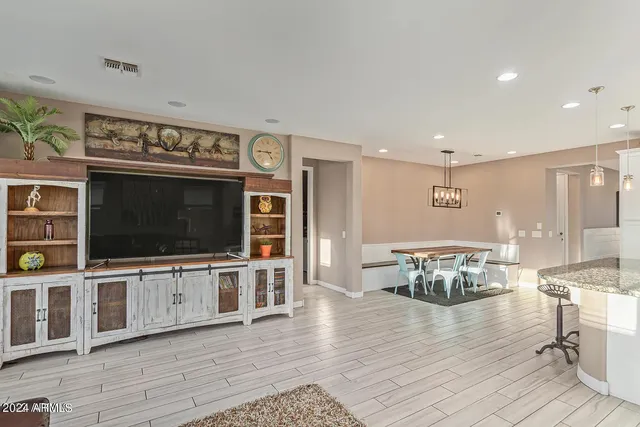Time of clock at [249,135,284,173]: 4:45
